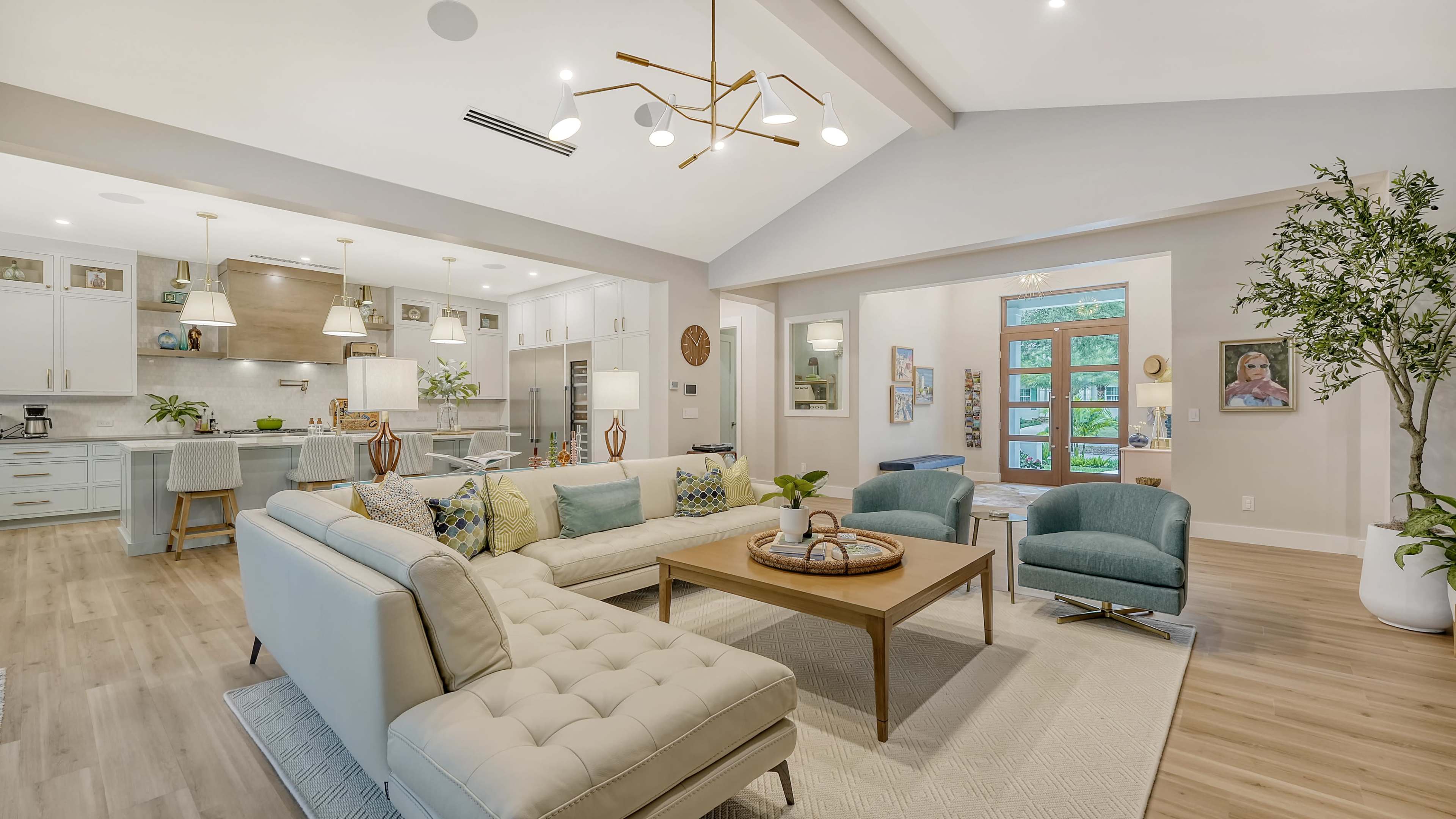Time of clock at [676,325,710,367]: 12:52
